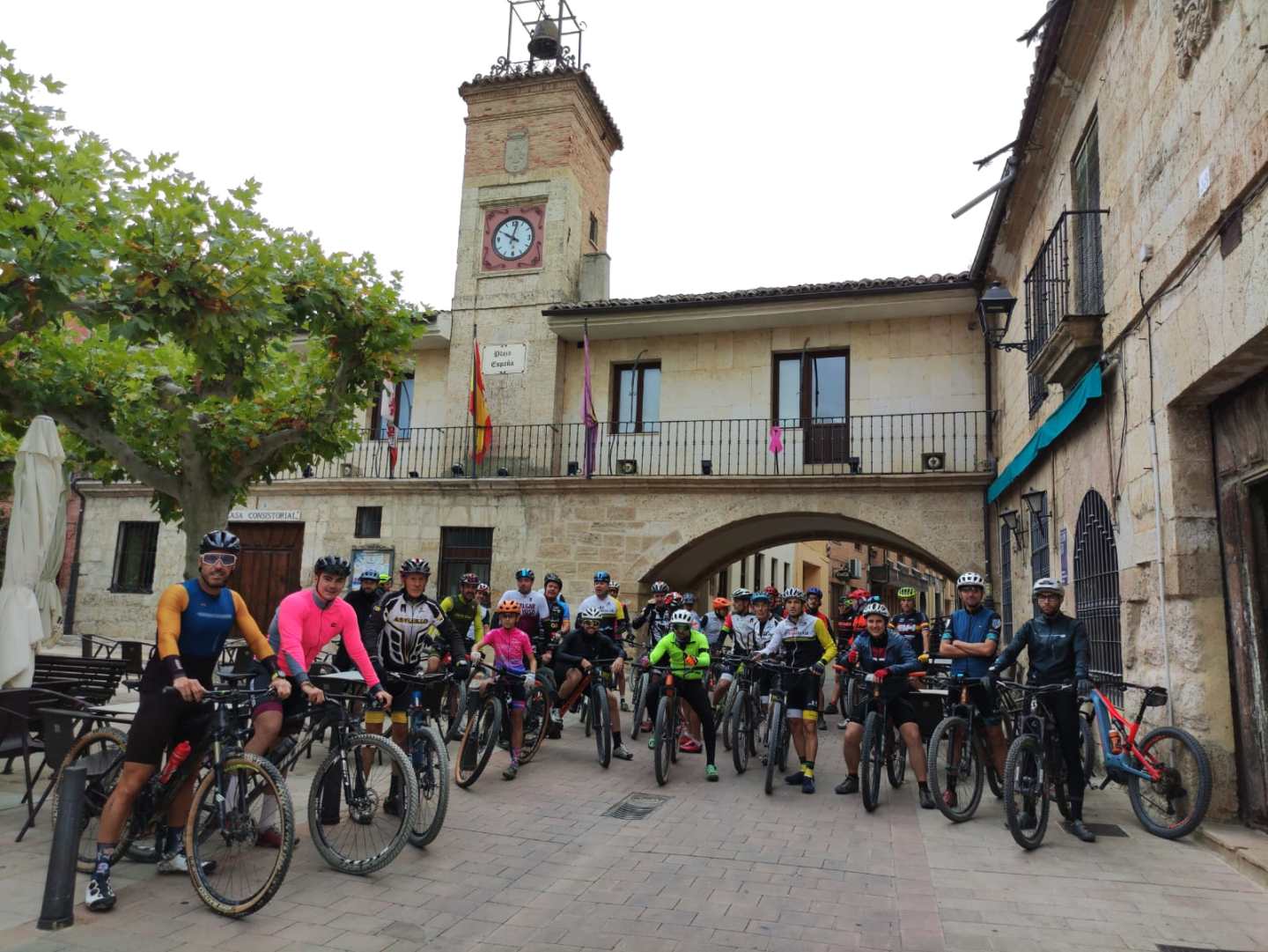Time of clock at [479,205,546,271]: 10:02
